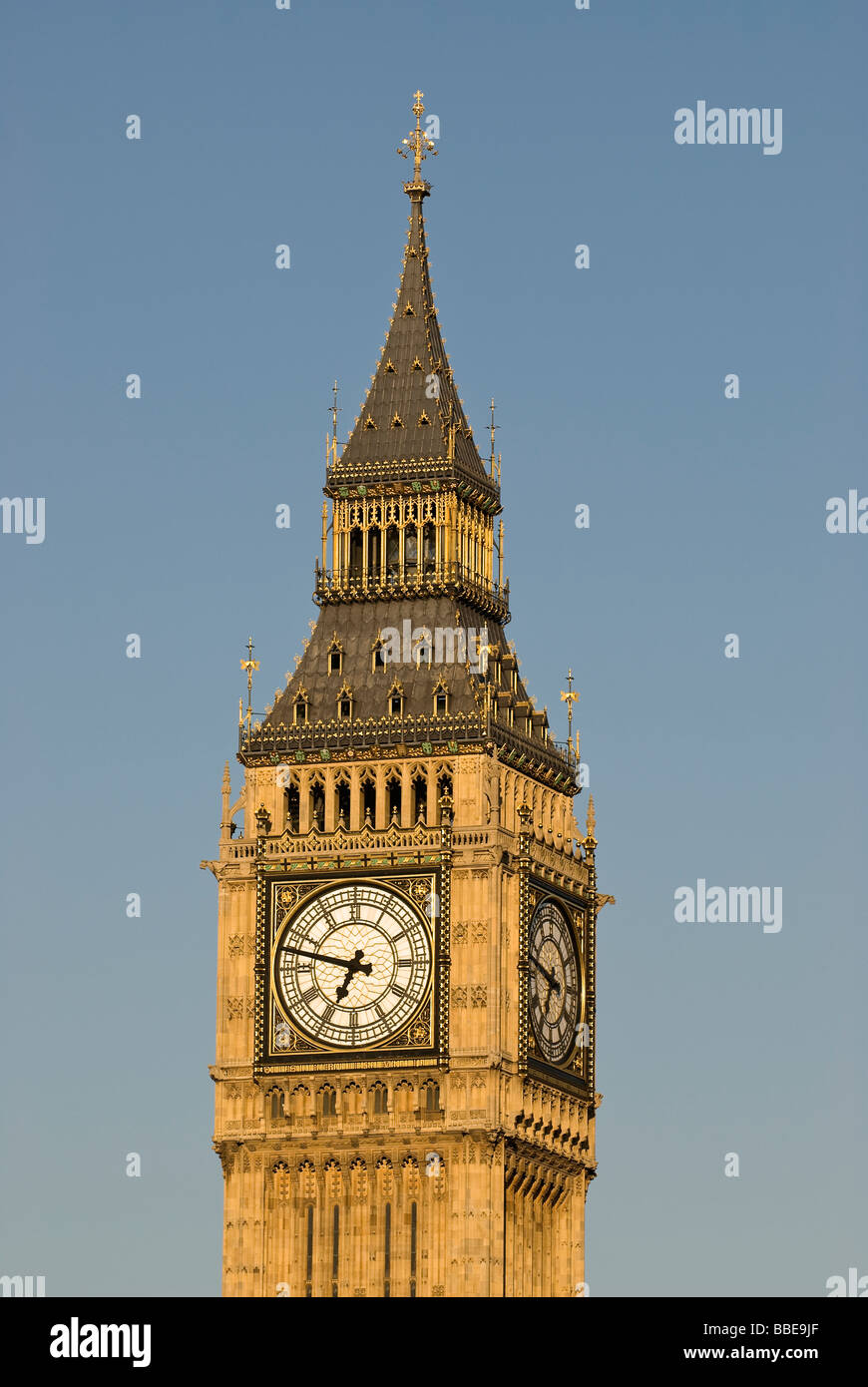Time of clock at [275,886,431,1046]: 6:47
